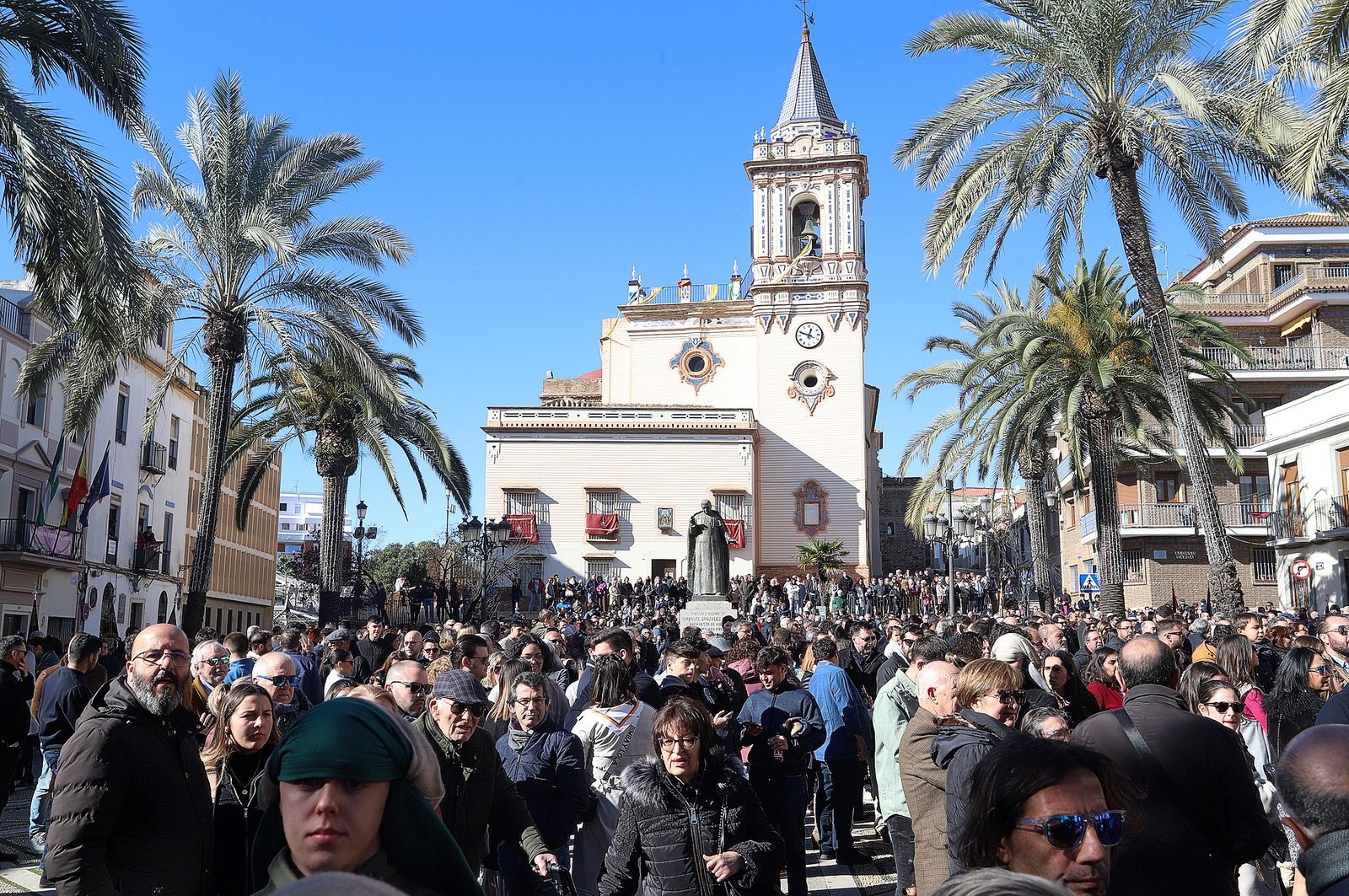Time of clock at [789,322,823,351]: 12:48
